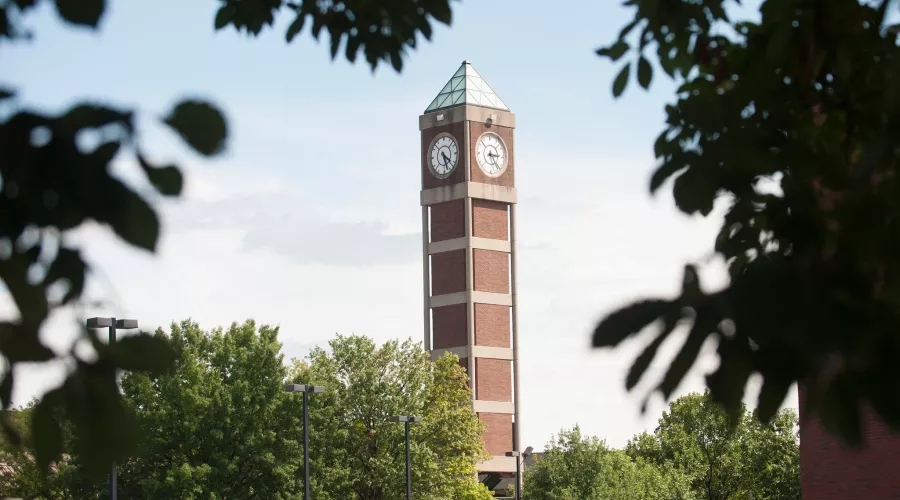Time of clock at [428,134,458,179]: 5:20
